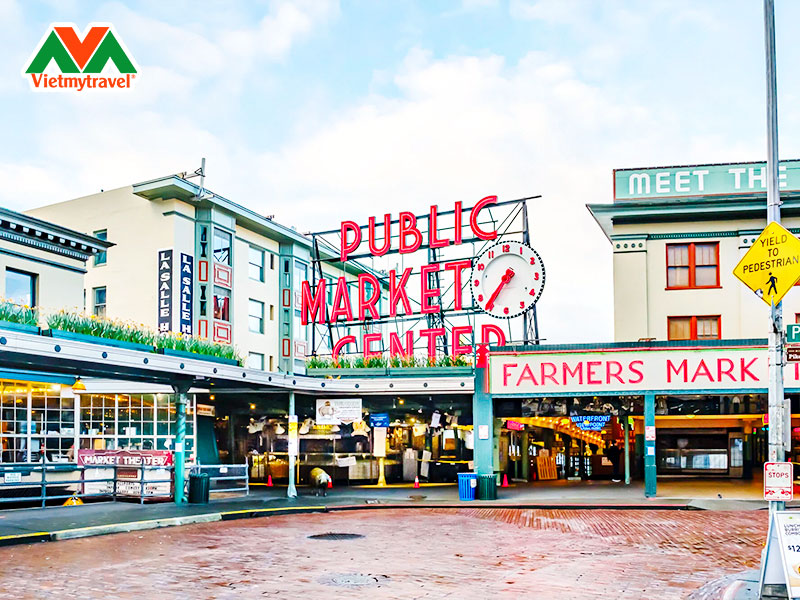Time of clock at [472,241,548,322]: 7:36
